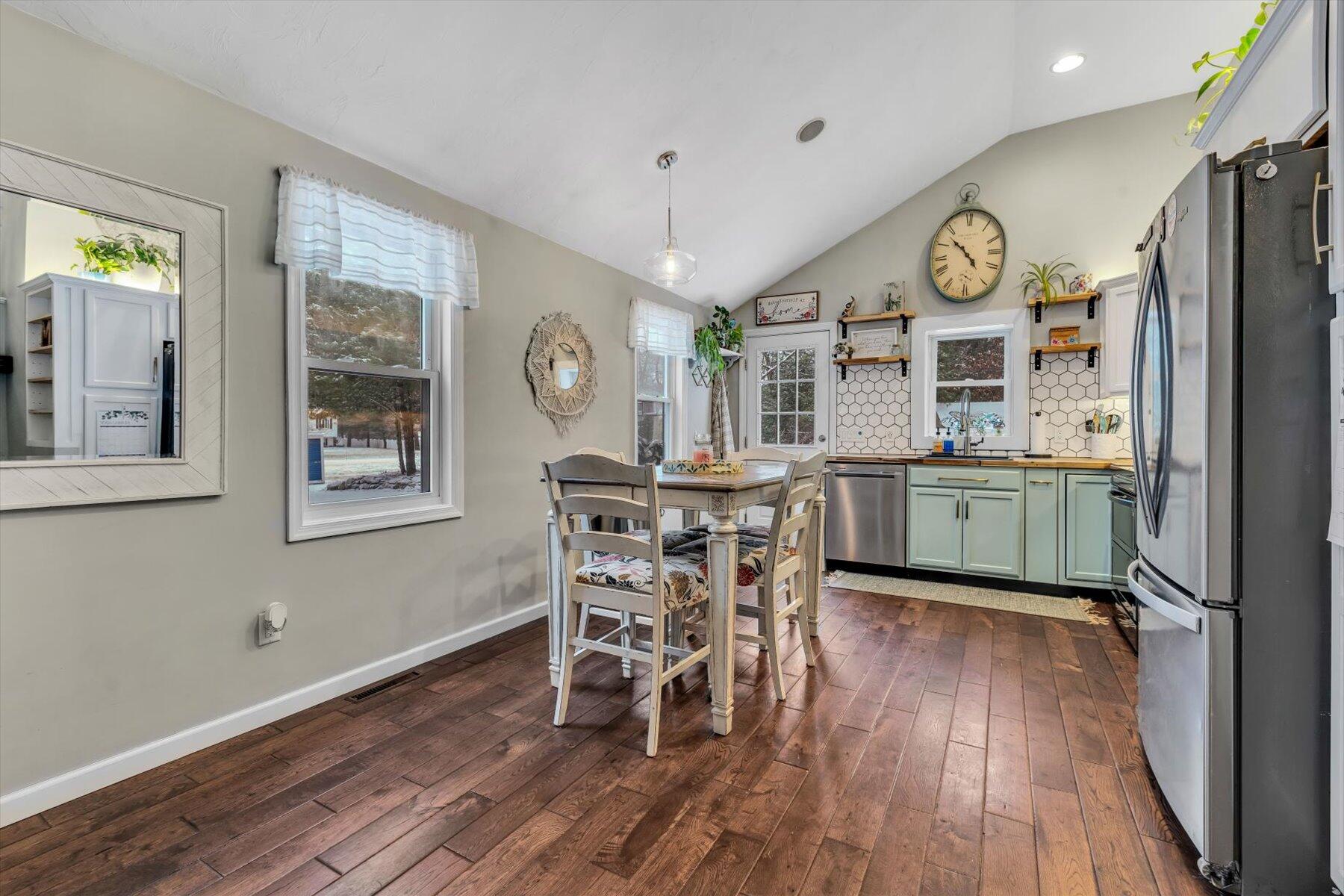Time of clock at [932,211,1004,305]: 4:52
